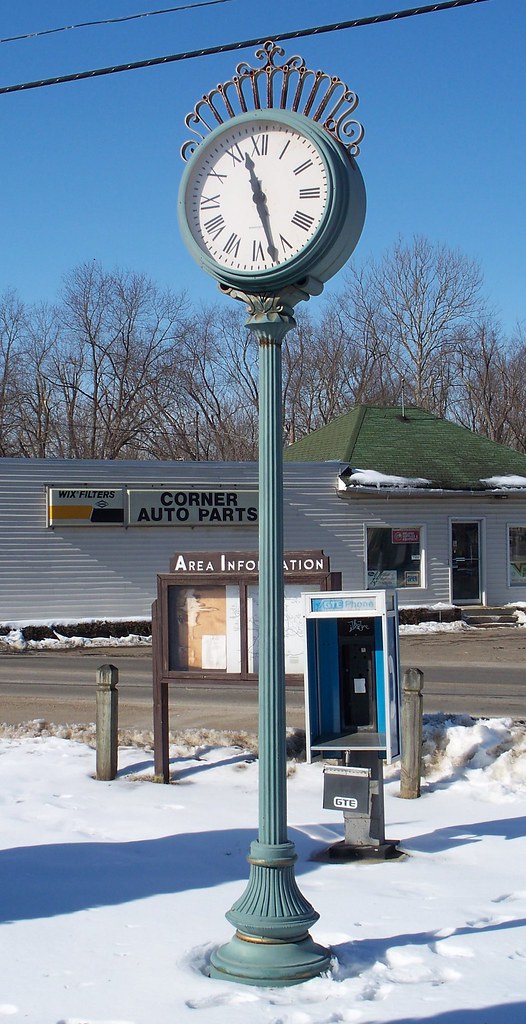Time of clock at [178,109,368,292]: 11:27
